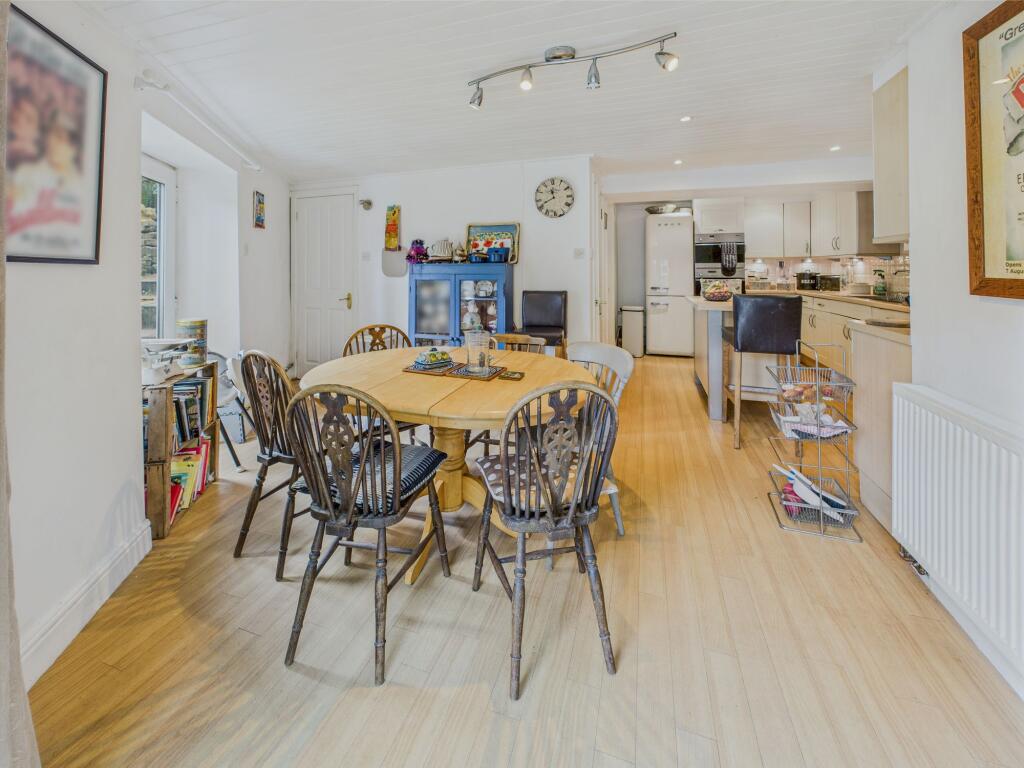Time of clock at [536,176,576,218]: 11:40
